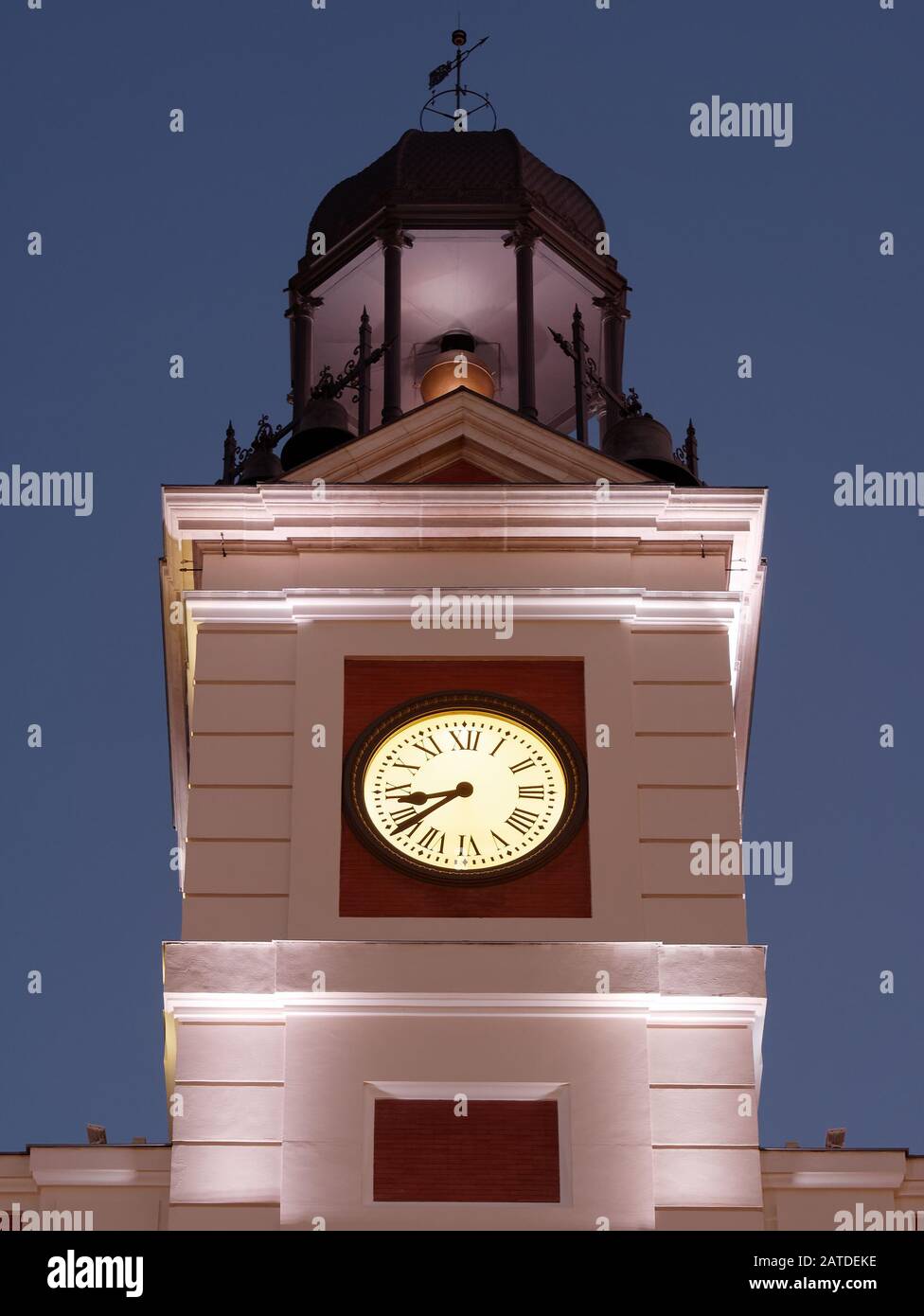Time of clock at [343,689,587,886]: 8:38
